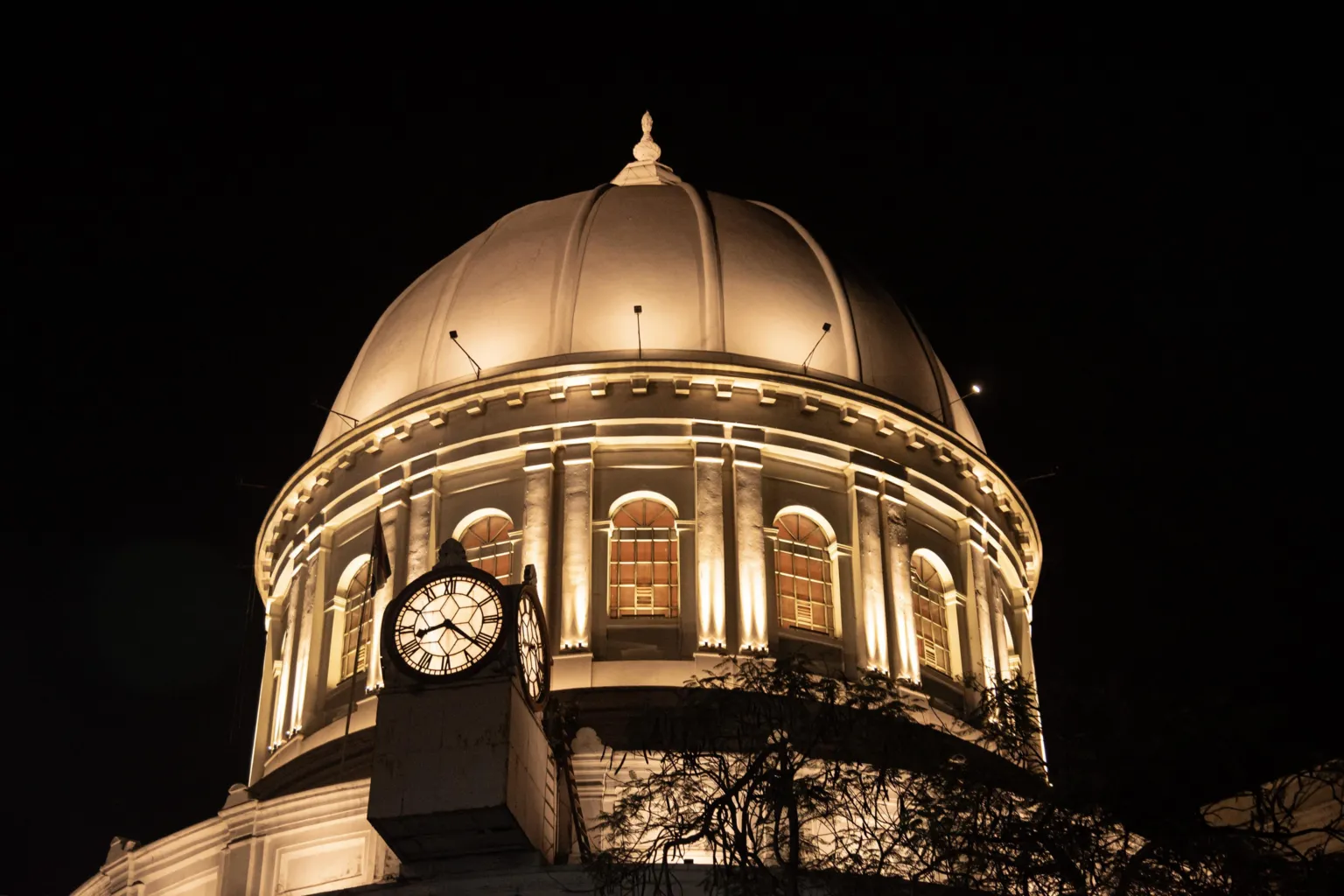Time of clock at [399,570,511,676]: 8:21
